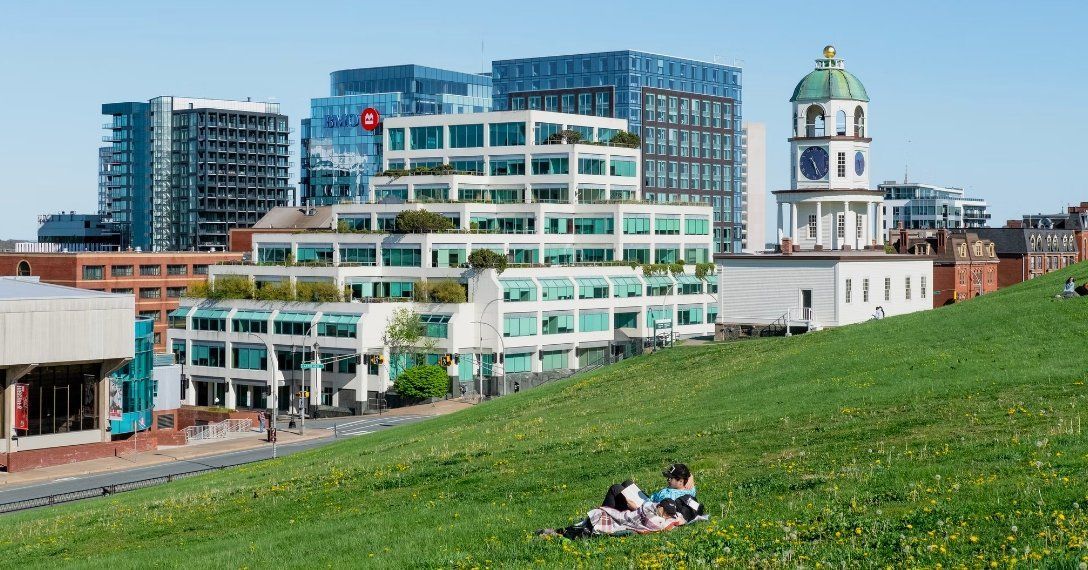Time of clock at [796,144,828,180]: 5:24
